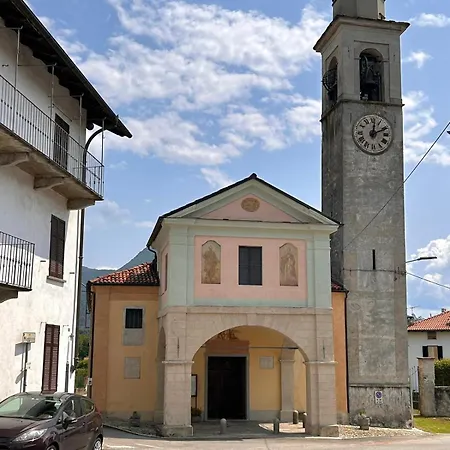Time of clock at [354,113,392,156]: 12:10
